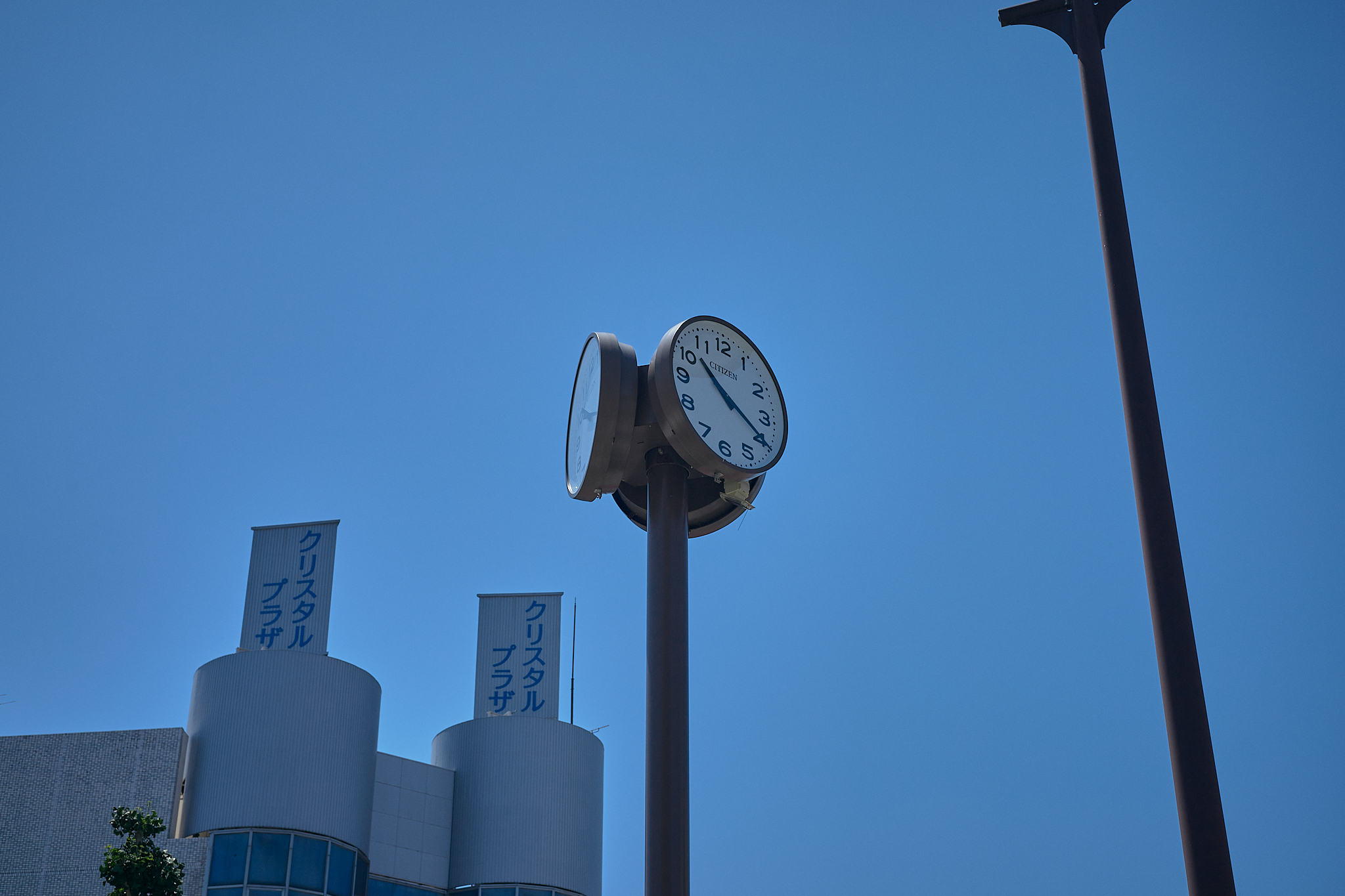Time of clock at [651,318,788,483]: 10:19
